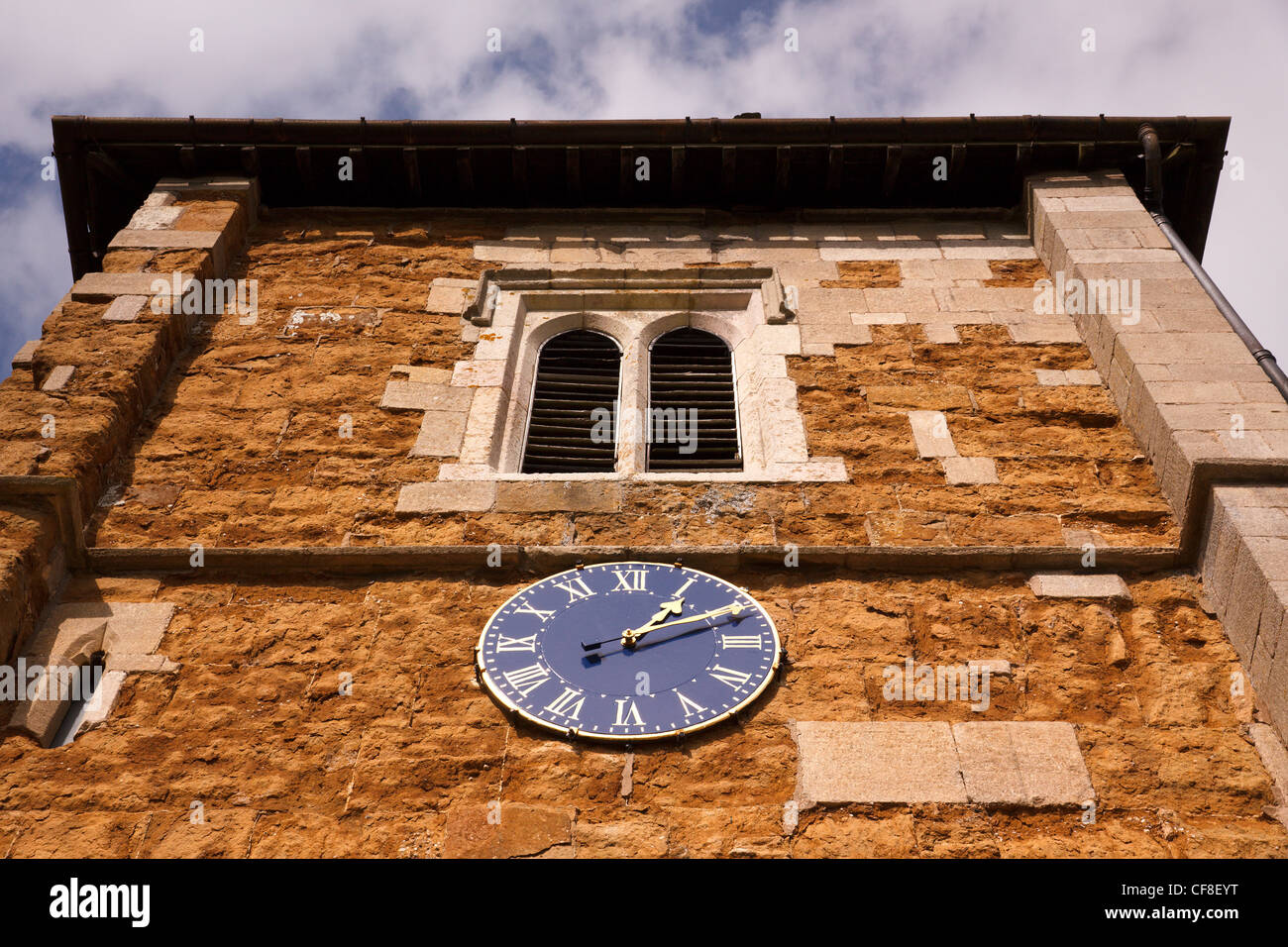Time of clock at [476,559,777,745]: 1:11
